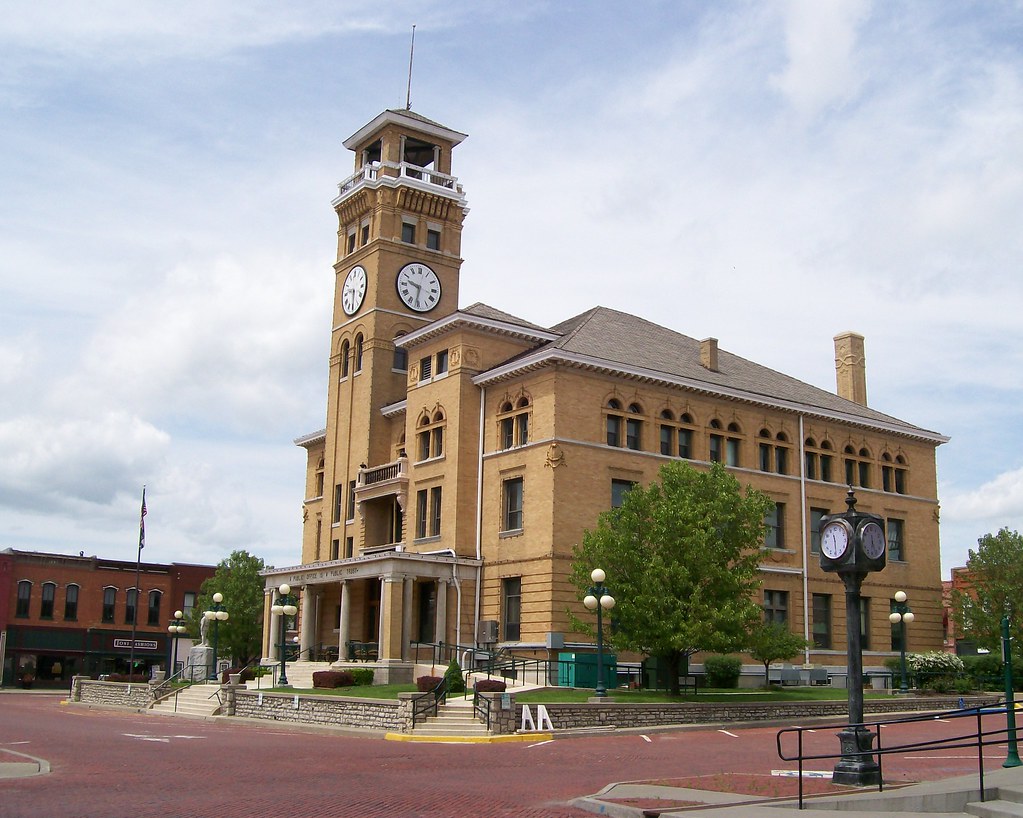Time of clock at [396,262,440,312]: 9:31
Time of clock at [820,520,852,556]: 11:29
